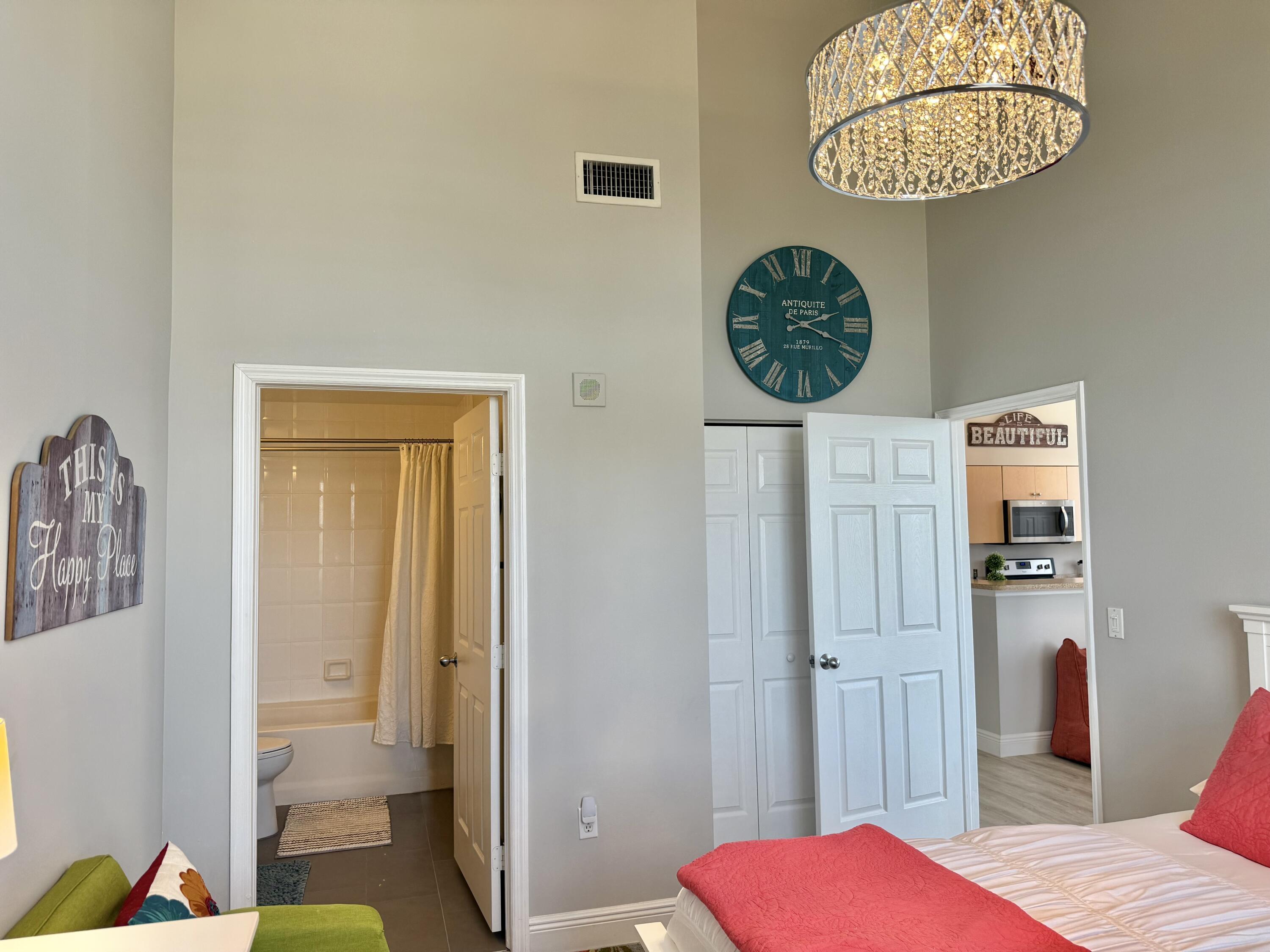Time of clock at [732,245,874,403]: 2:18
